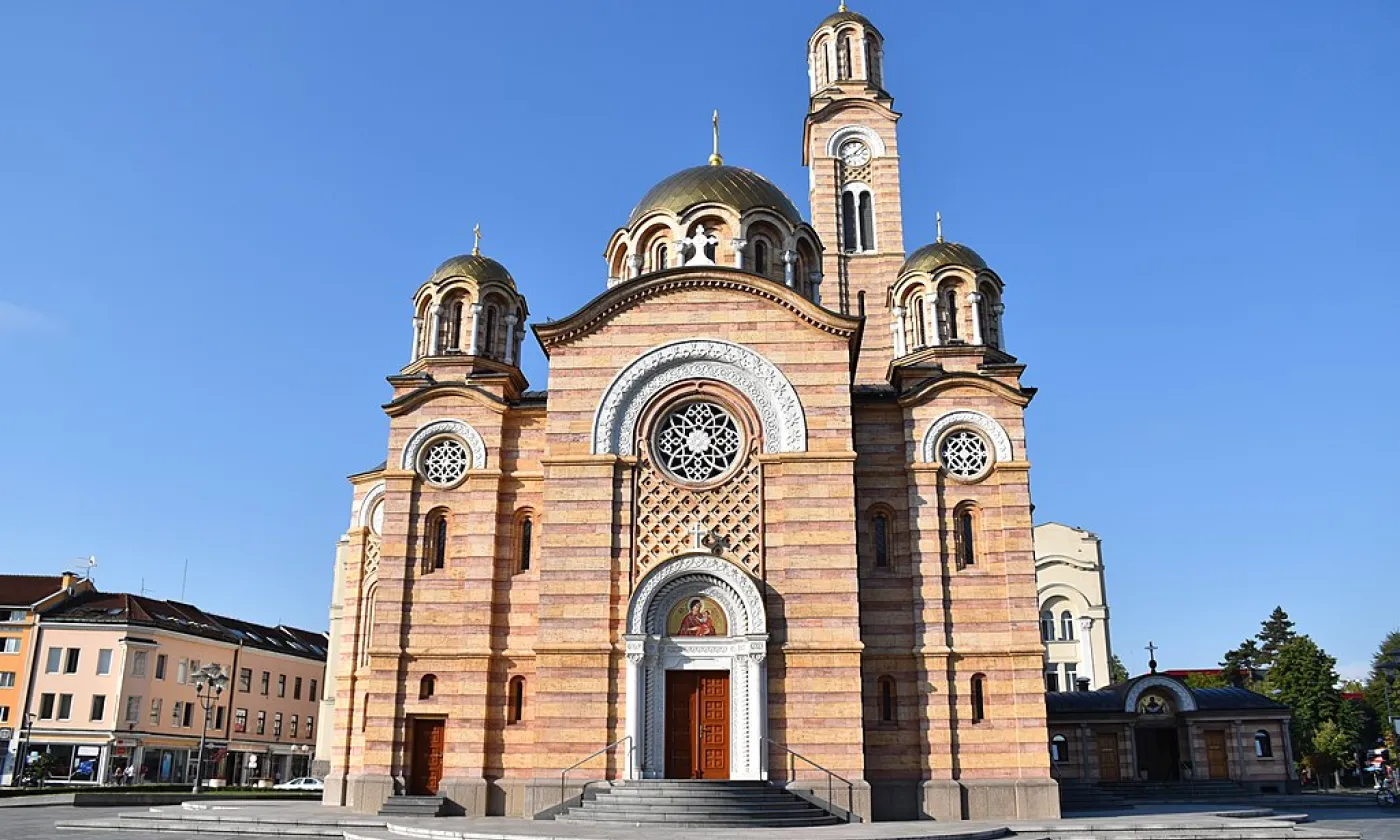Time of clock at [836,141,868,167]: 8:07
